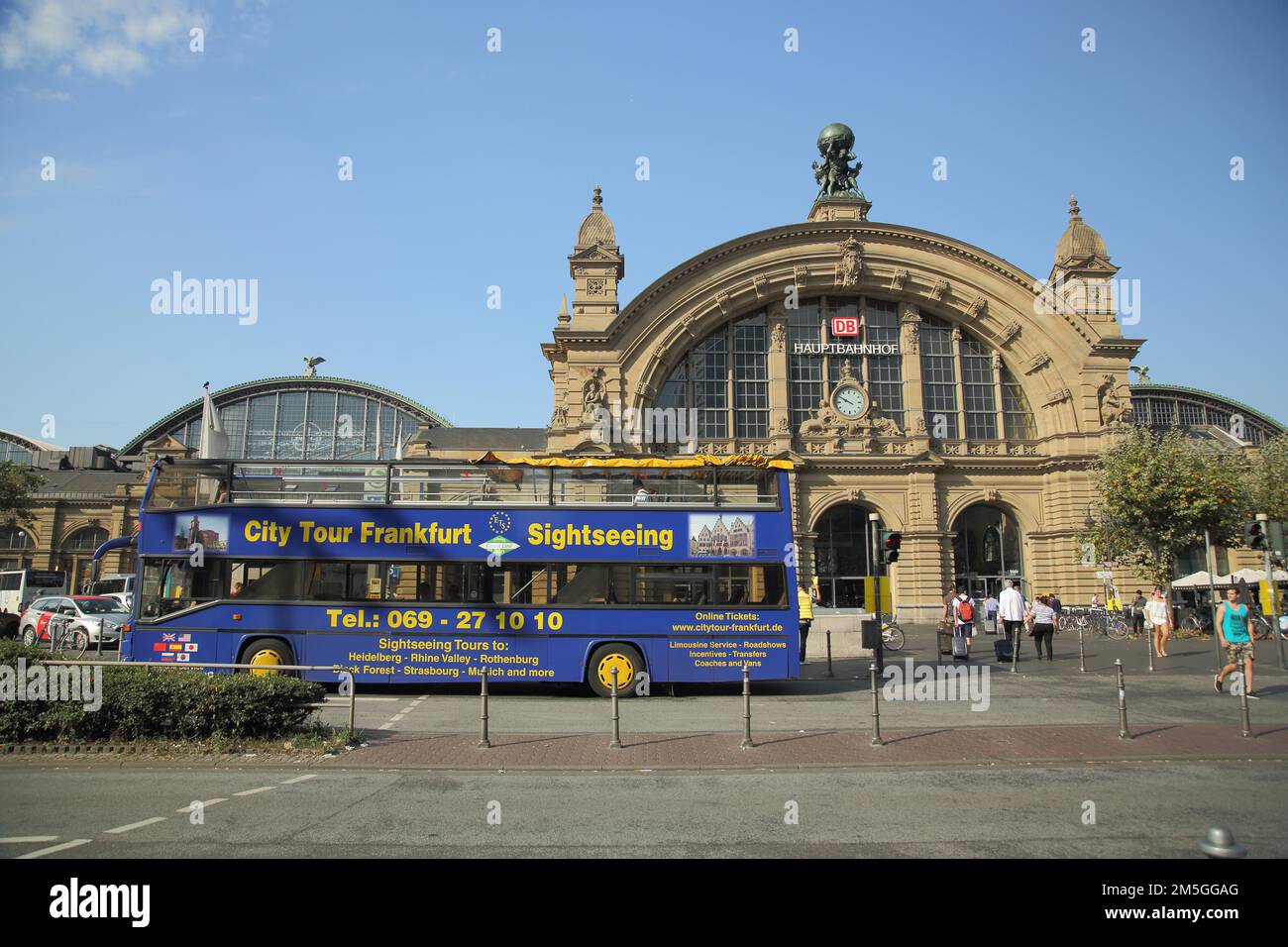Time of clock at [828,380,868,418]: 9:50
